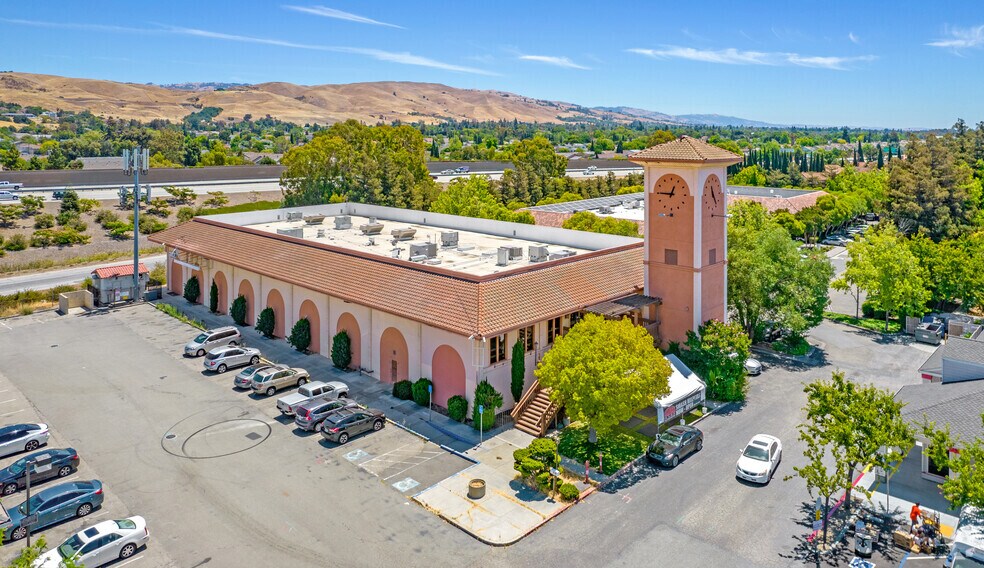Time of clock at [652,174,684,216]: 12:45
